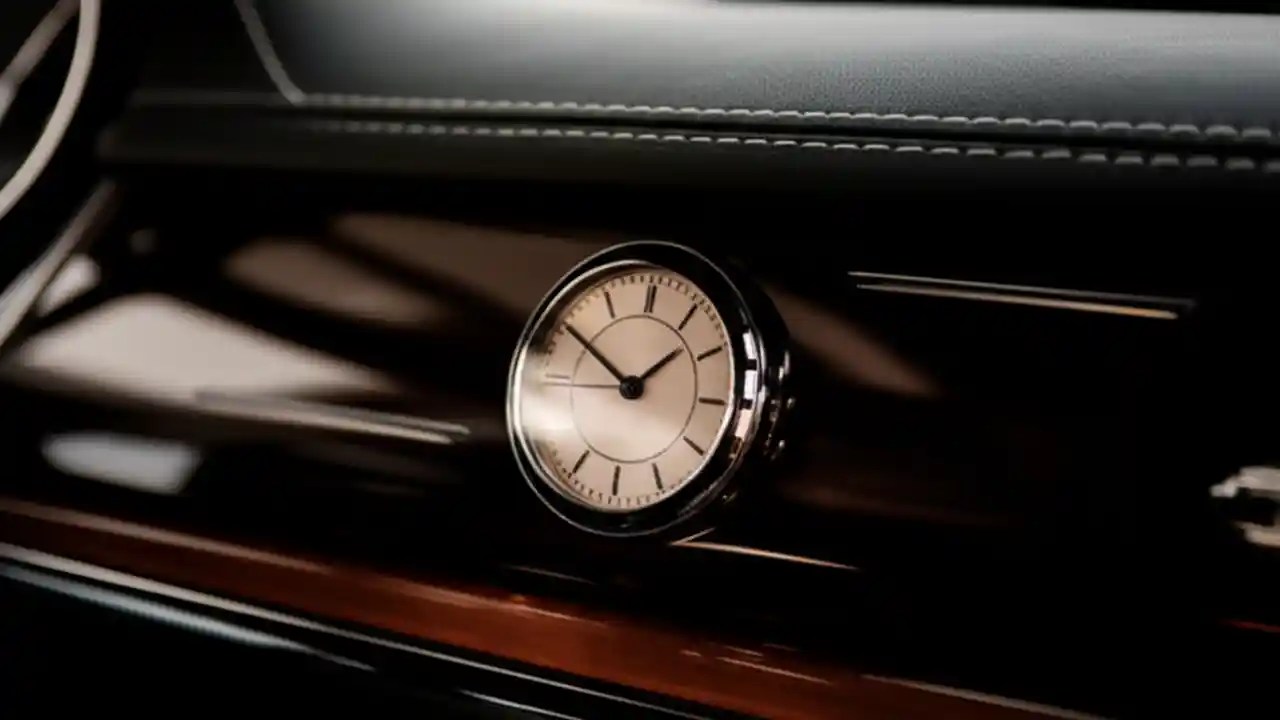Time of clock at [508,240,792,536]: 1:50
